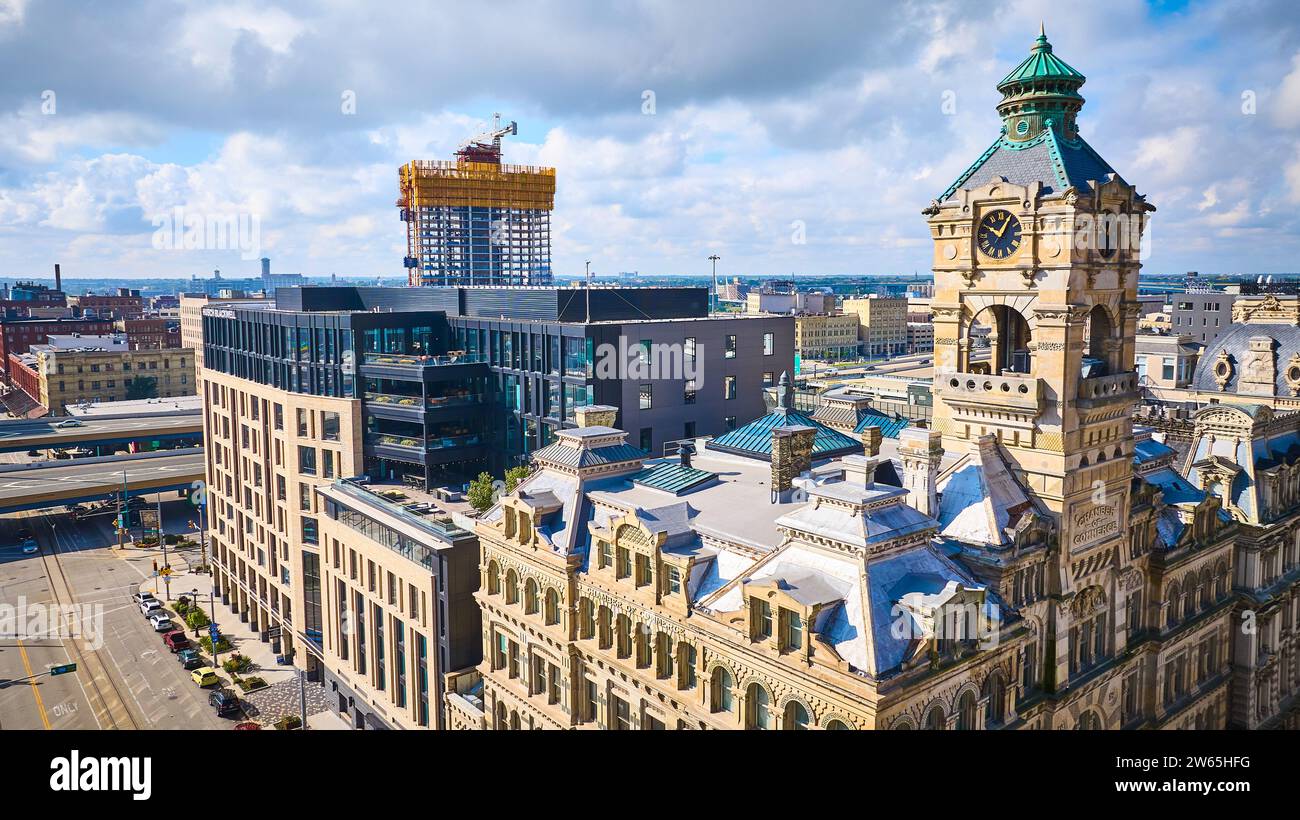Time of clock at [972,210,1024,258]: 10:05
